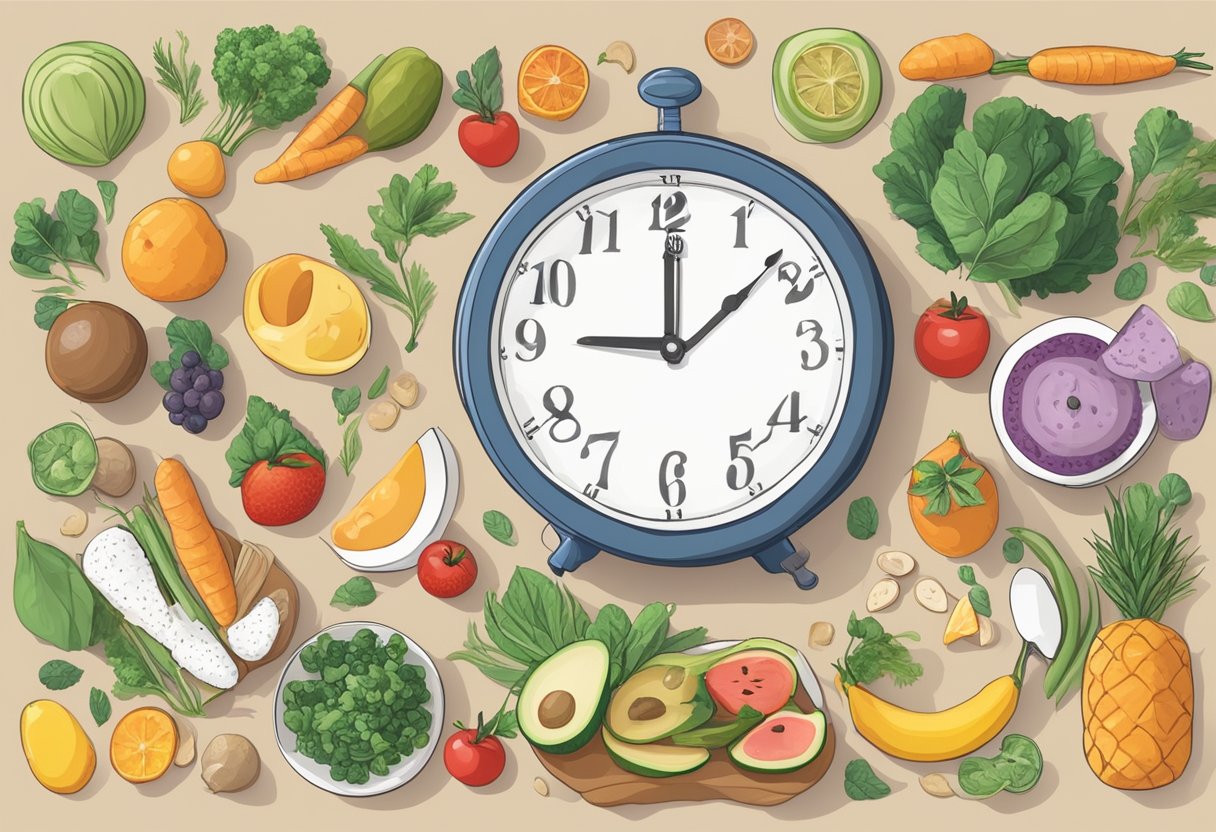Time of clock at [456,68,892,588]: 9:07
